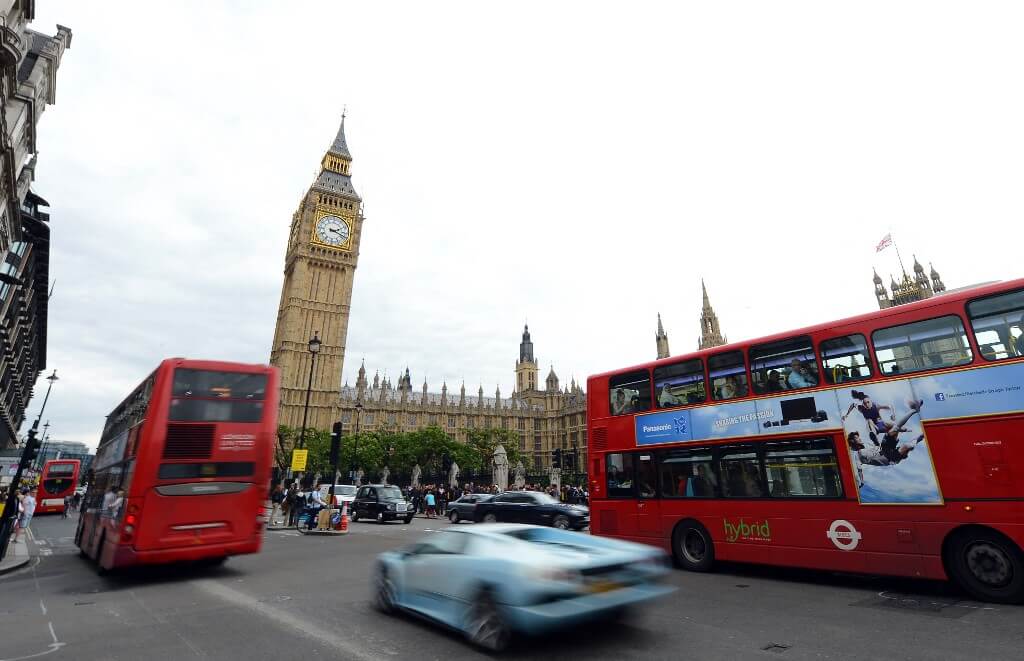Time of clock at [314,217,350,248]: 2:18
